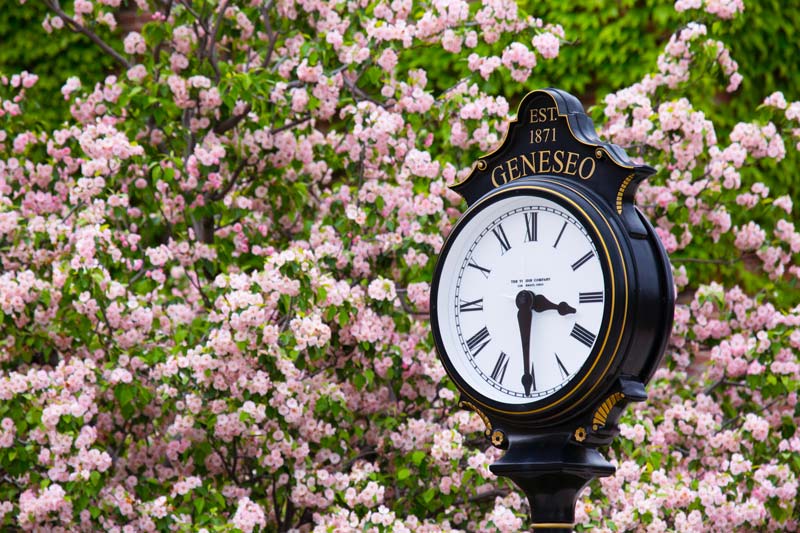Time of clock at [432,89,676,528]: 3:29
